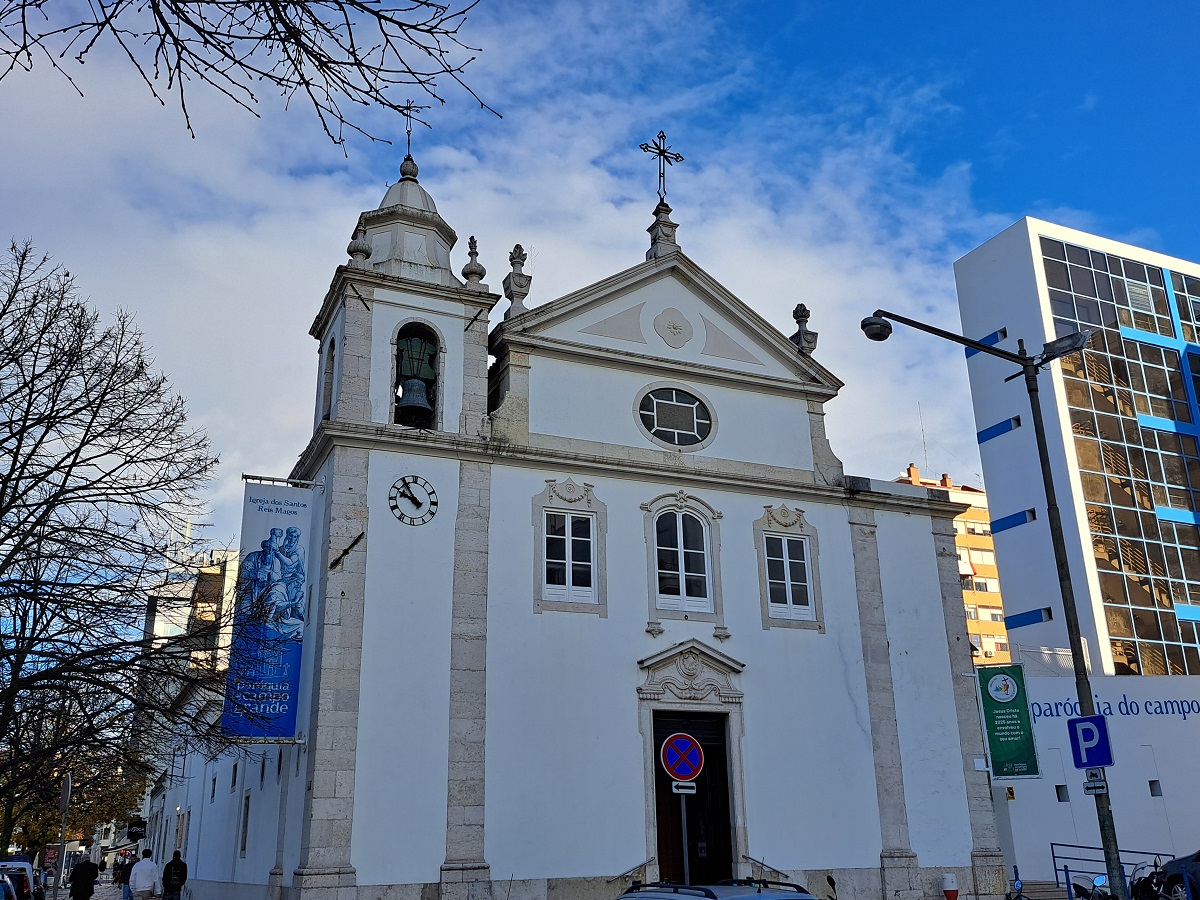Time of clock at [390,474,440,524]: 9:54
